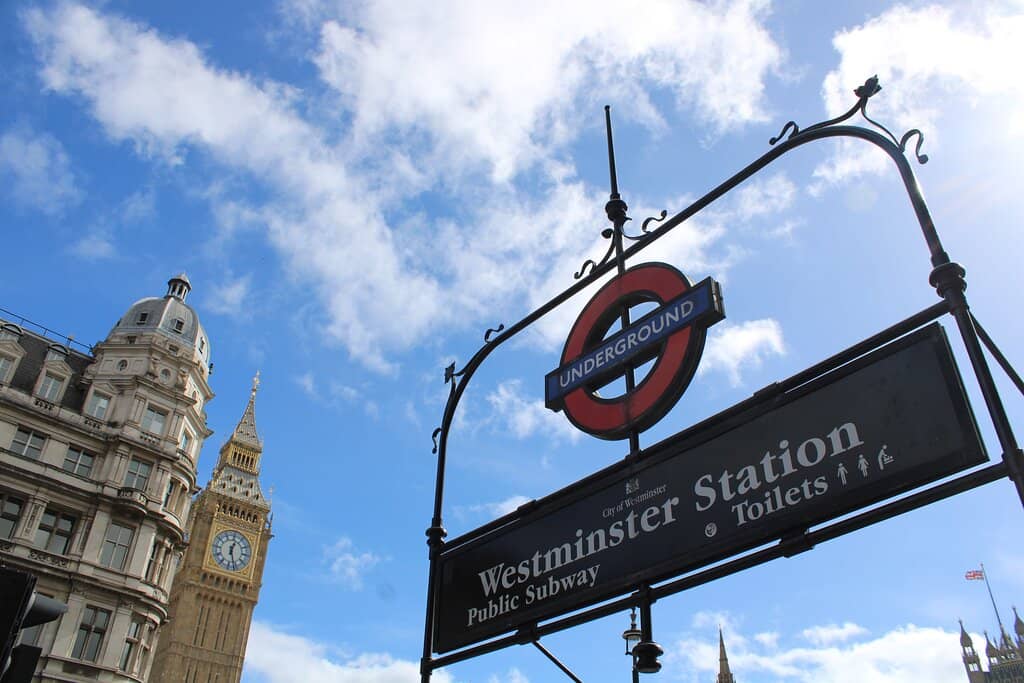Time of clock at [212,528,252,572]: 12:26
